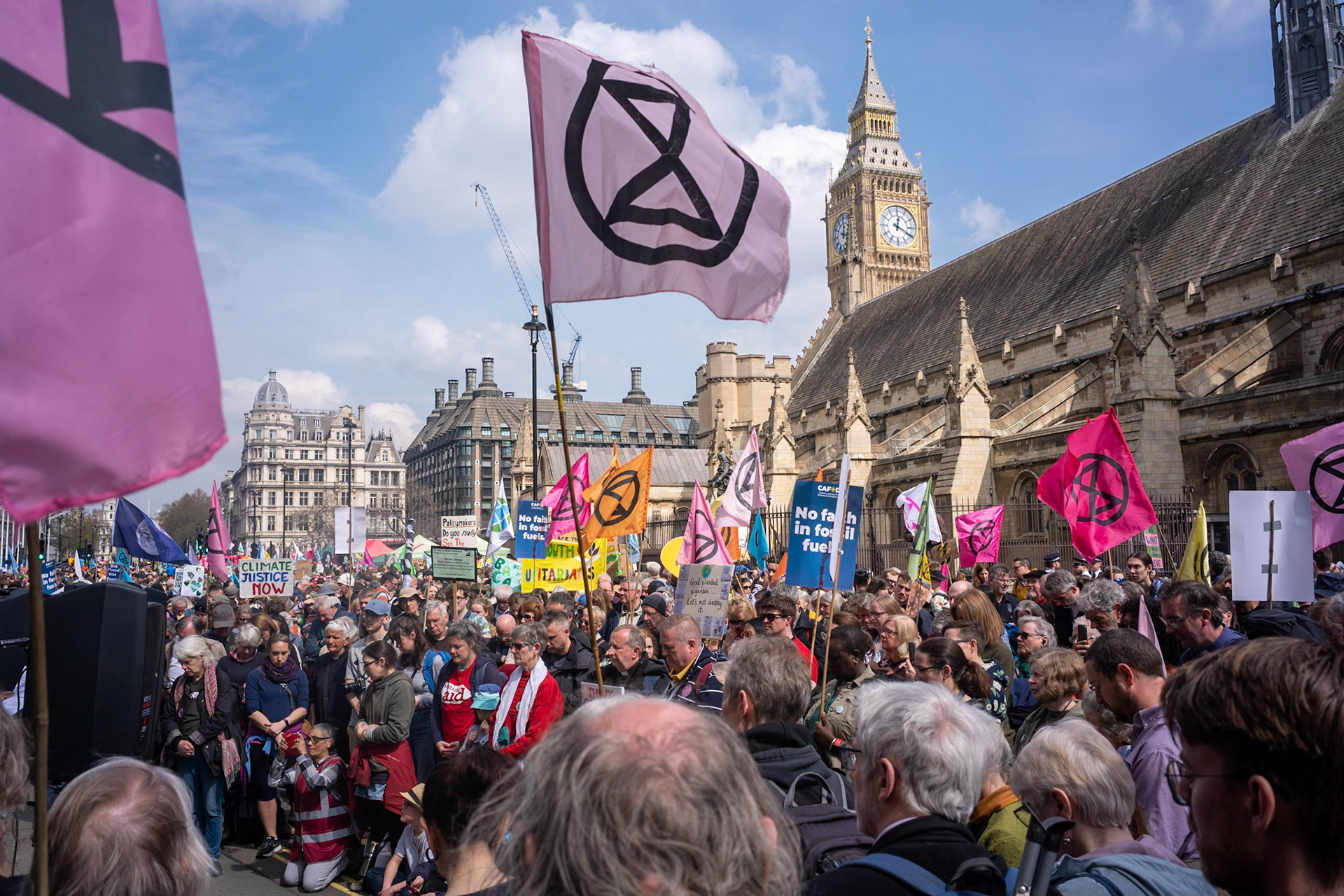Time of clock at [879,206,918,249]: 12:19
